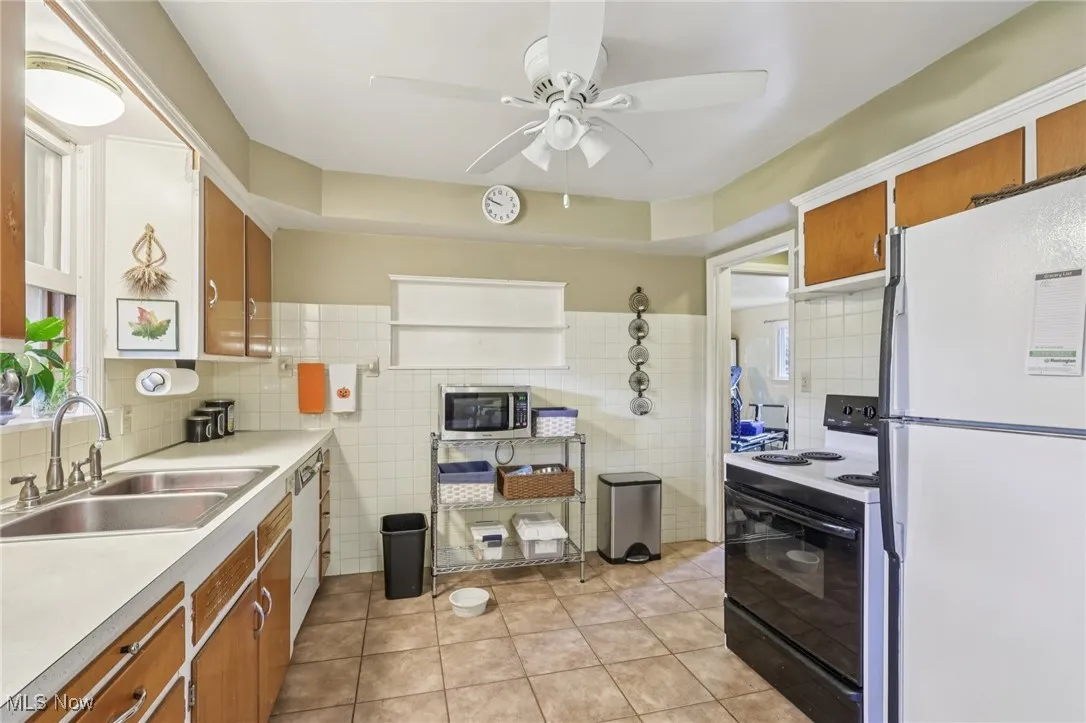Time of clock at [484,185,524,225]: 9:48
